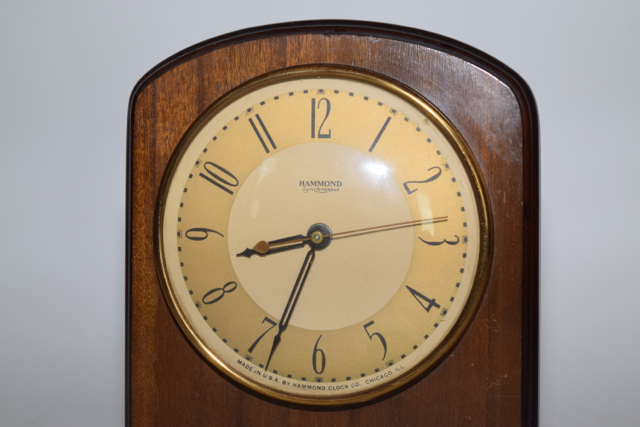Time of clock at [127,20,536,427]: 8:33
